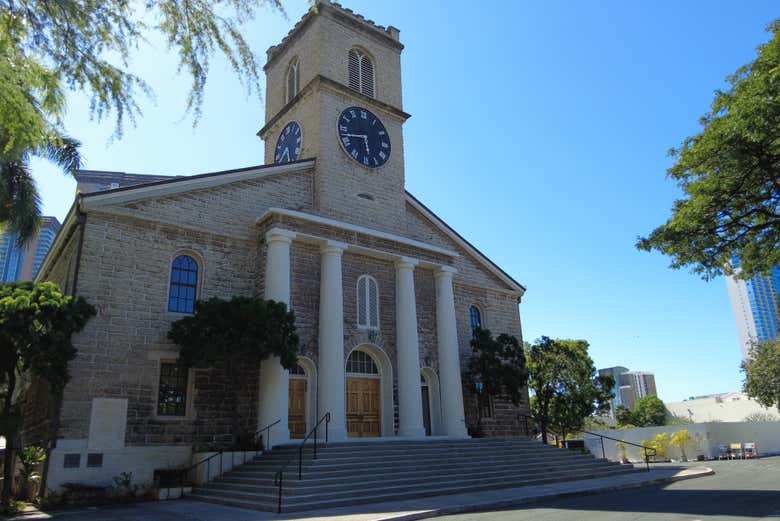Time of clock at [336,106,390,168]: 5:43
